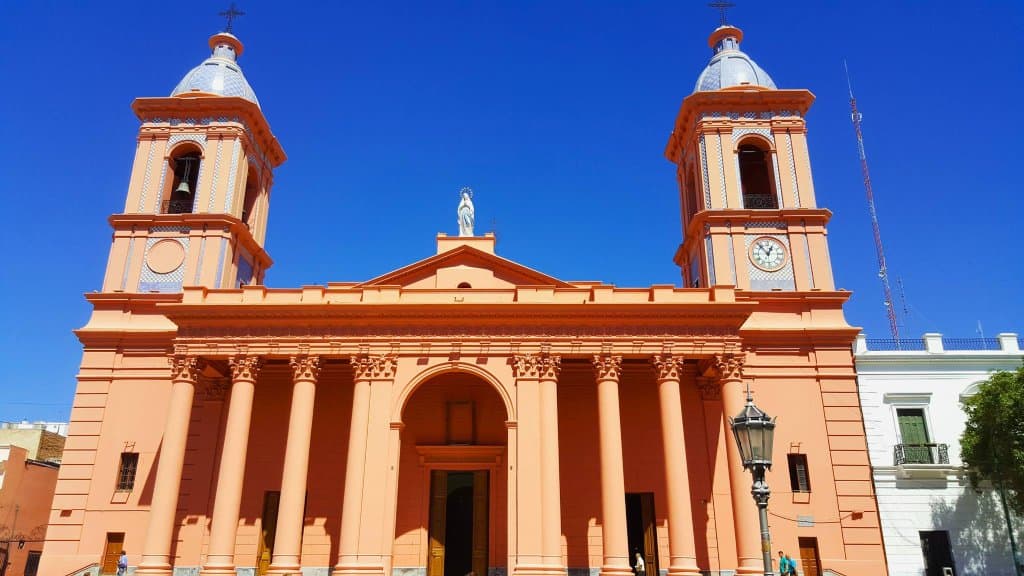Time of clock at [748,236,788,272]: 12:53
